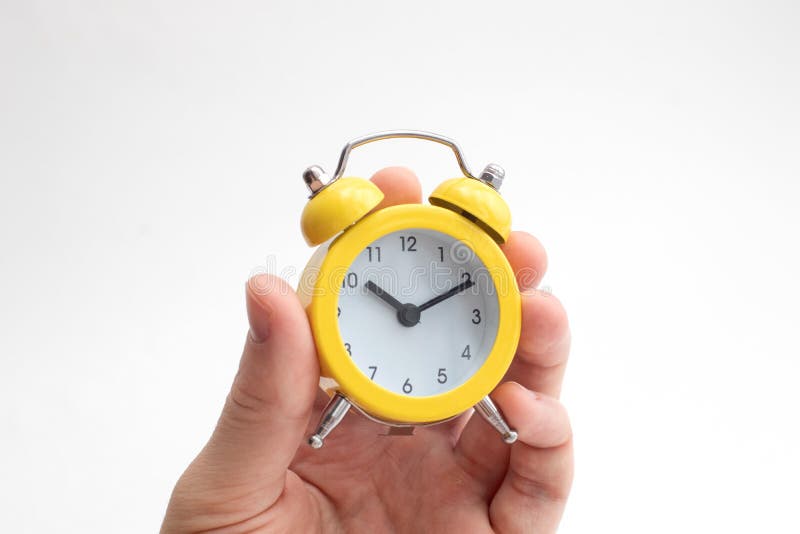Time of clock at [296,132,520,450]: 10:10
